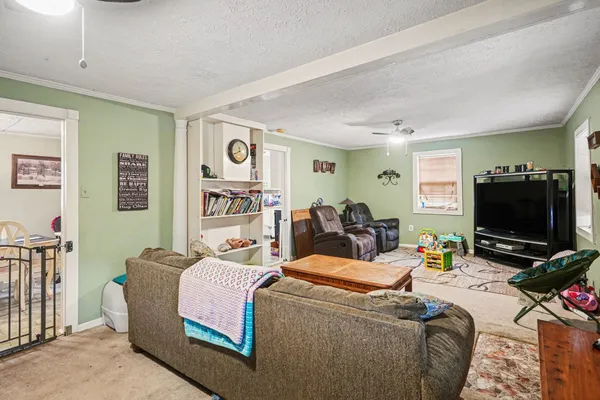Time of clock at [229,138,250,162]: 11:40
